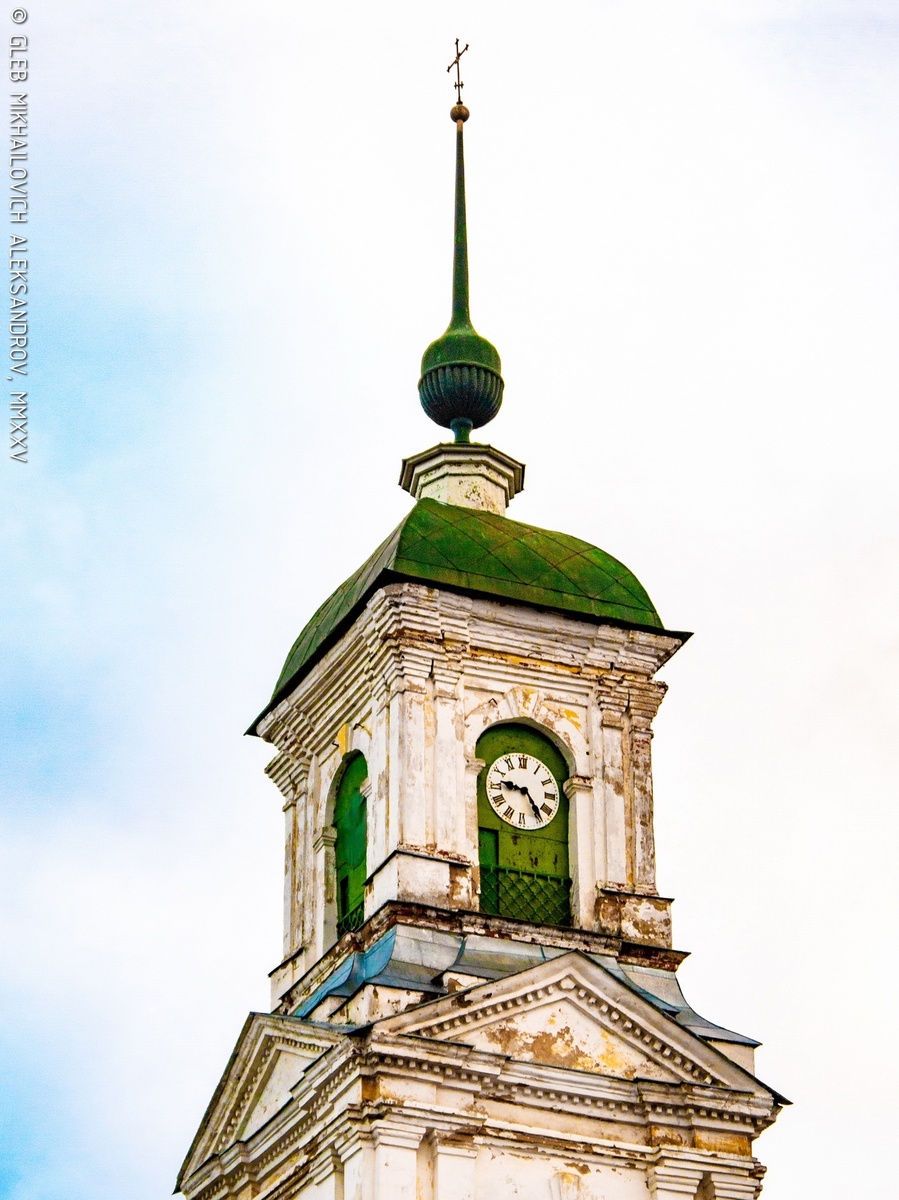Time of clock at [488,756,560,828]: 9:23
